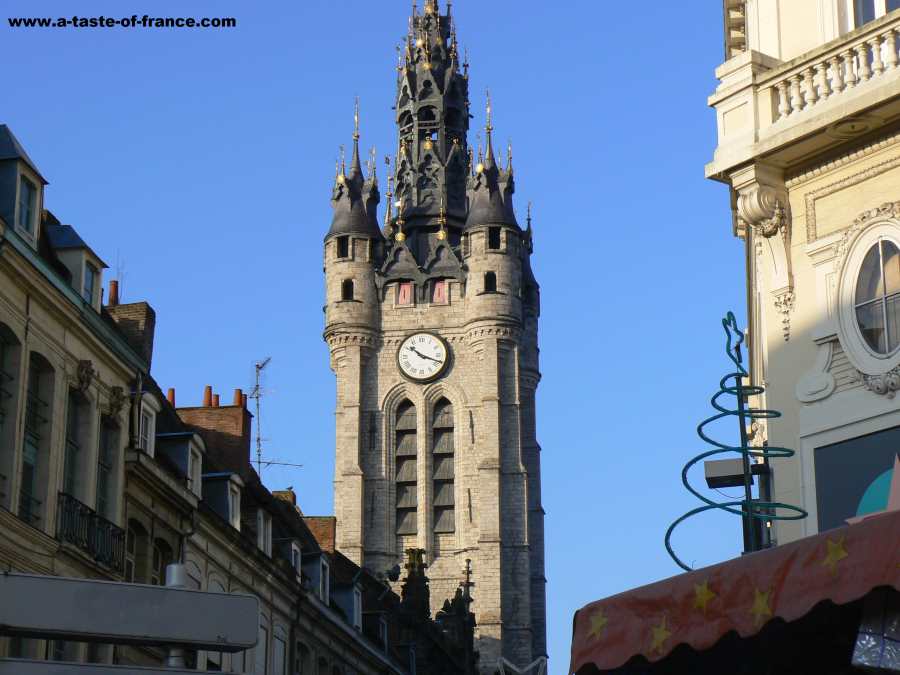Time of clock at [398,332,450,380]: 10:18
